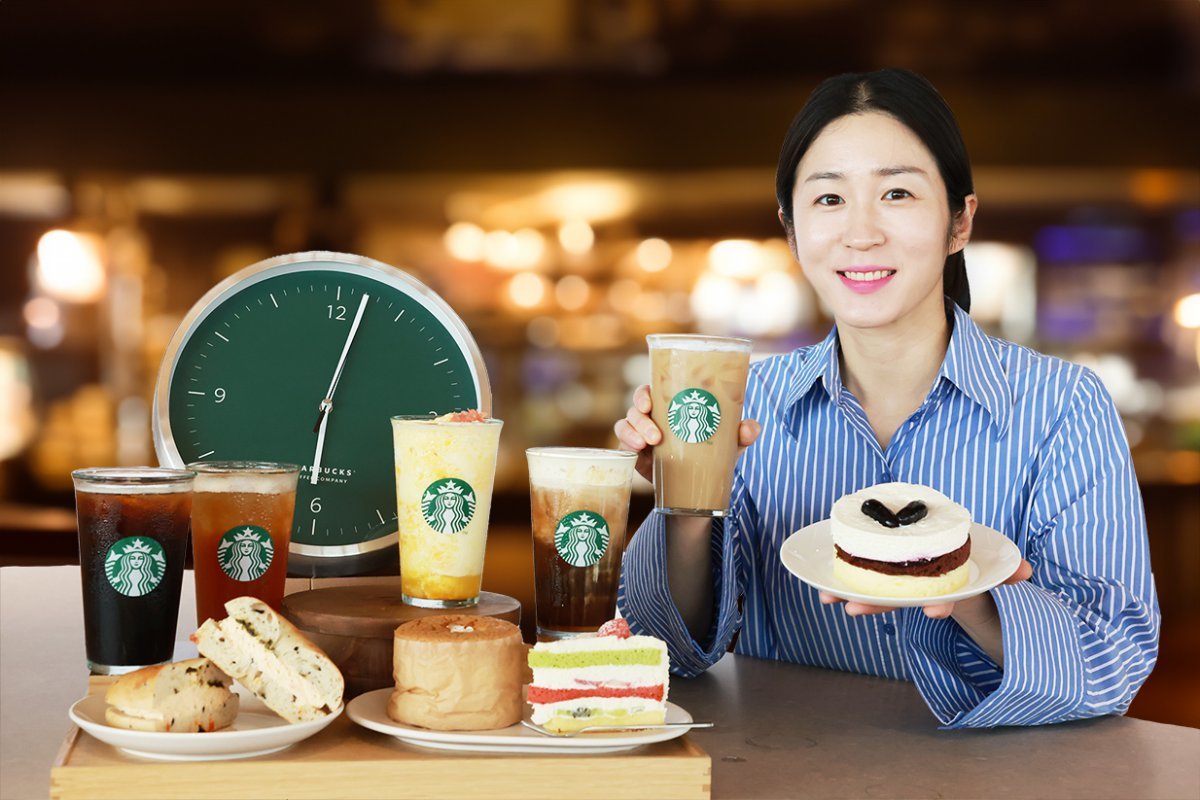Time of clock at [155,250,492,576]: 6:02
